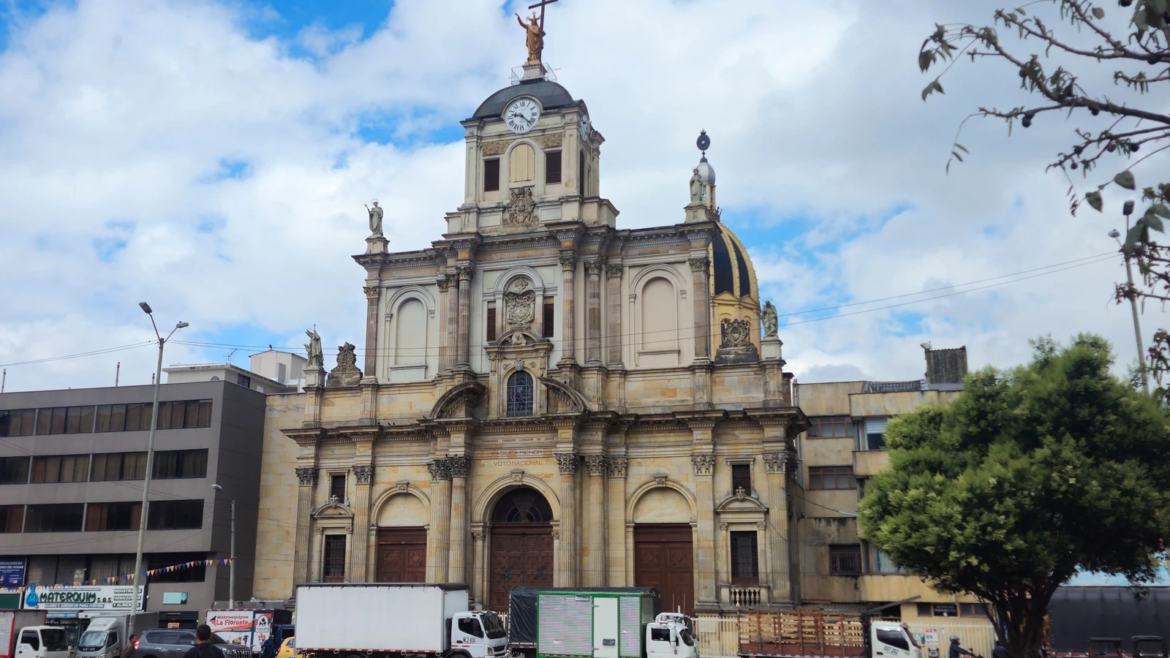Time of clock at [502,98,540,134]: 9:22
